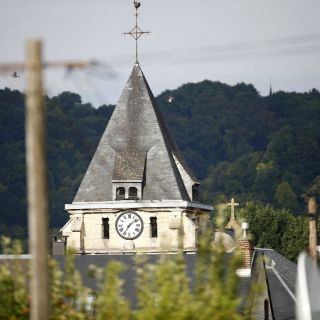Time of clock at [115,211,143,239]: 7:08
